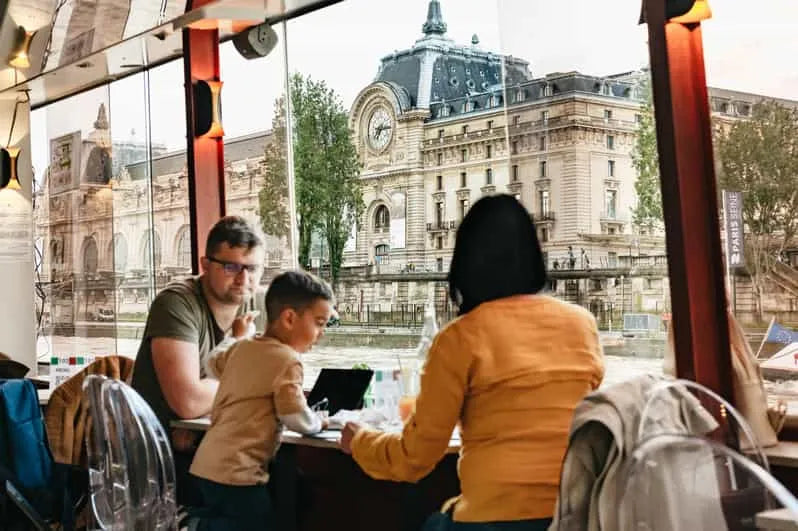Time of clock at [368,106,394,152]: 7:15
